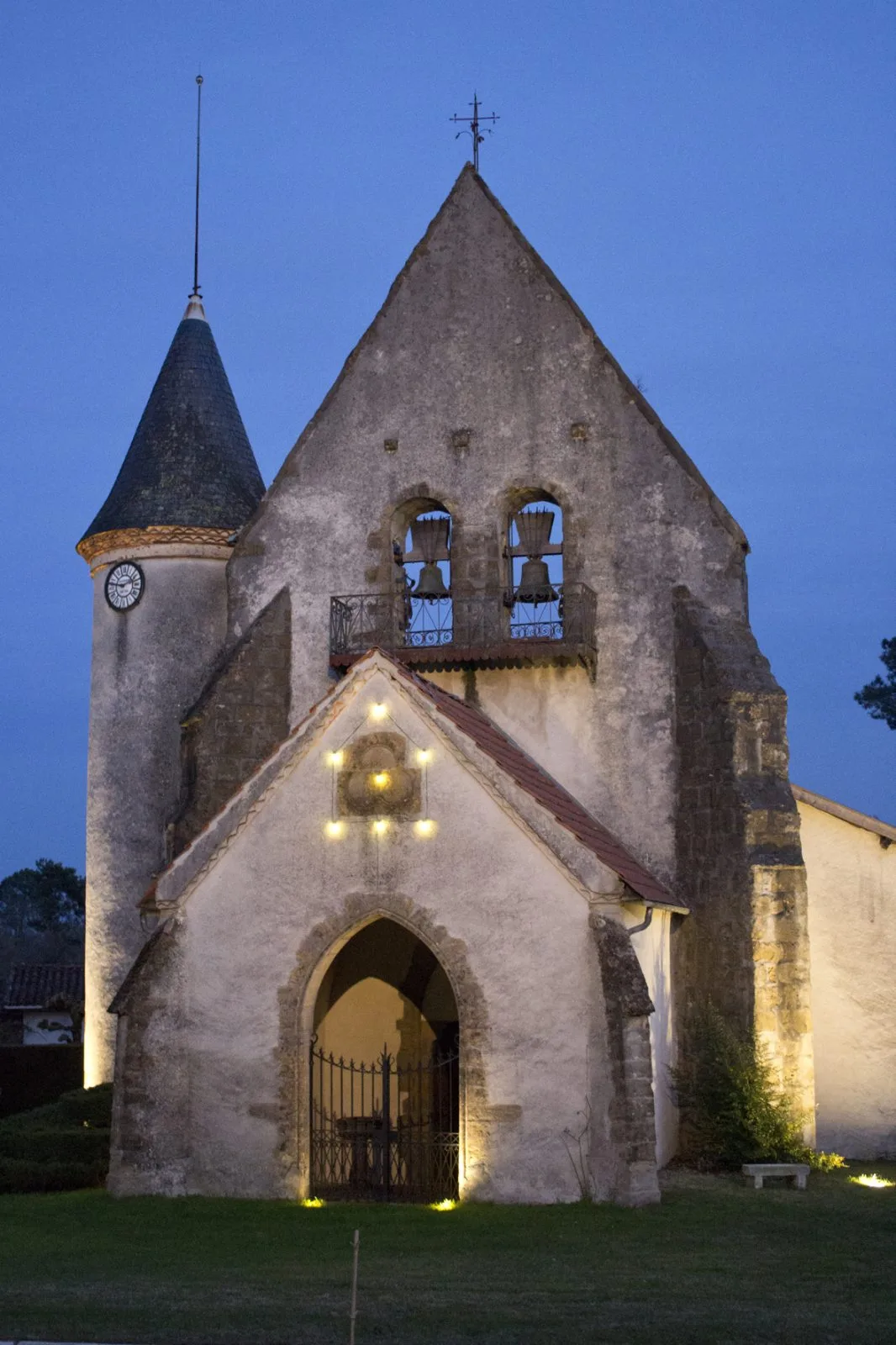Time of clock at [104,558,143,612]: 9:12
